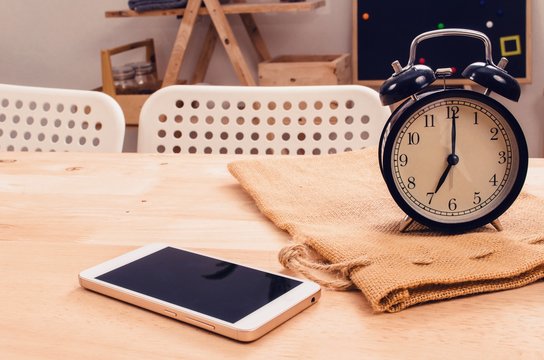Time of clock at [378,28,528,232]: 7:00
